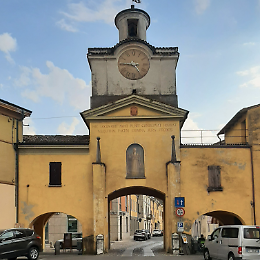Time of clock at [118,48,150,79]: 4:45
